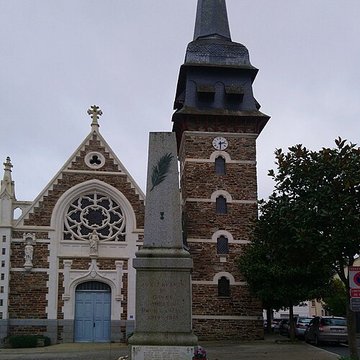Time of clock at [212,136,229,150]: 2:29
